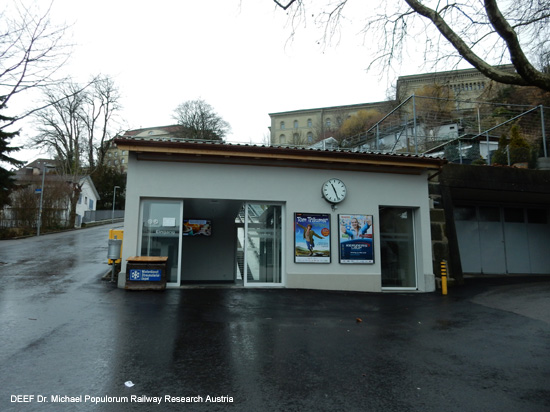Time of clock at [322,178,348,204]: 11:26
